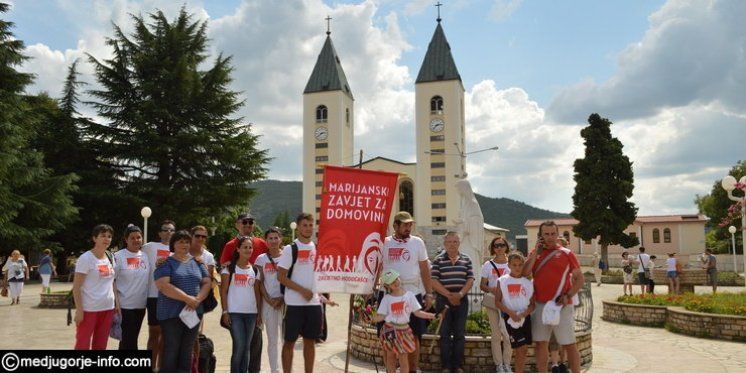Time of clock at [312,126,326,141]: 2:38
